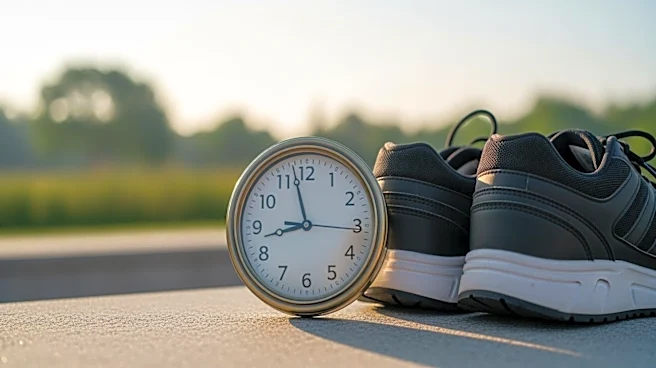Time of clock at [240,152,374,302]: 8:57
